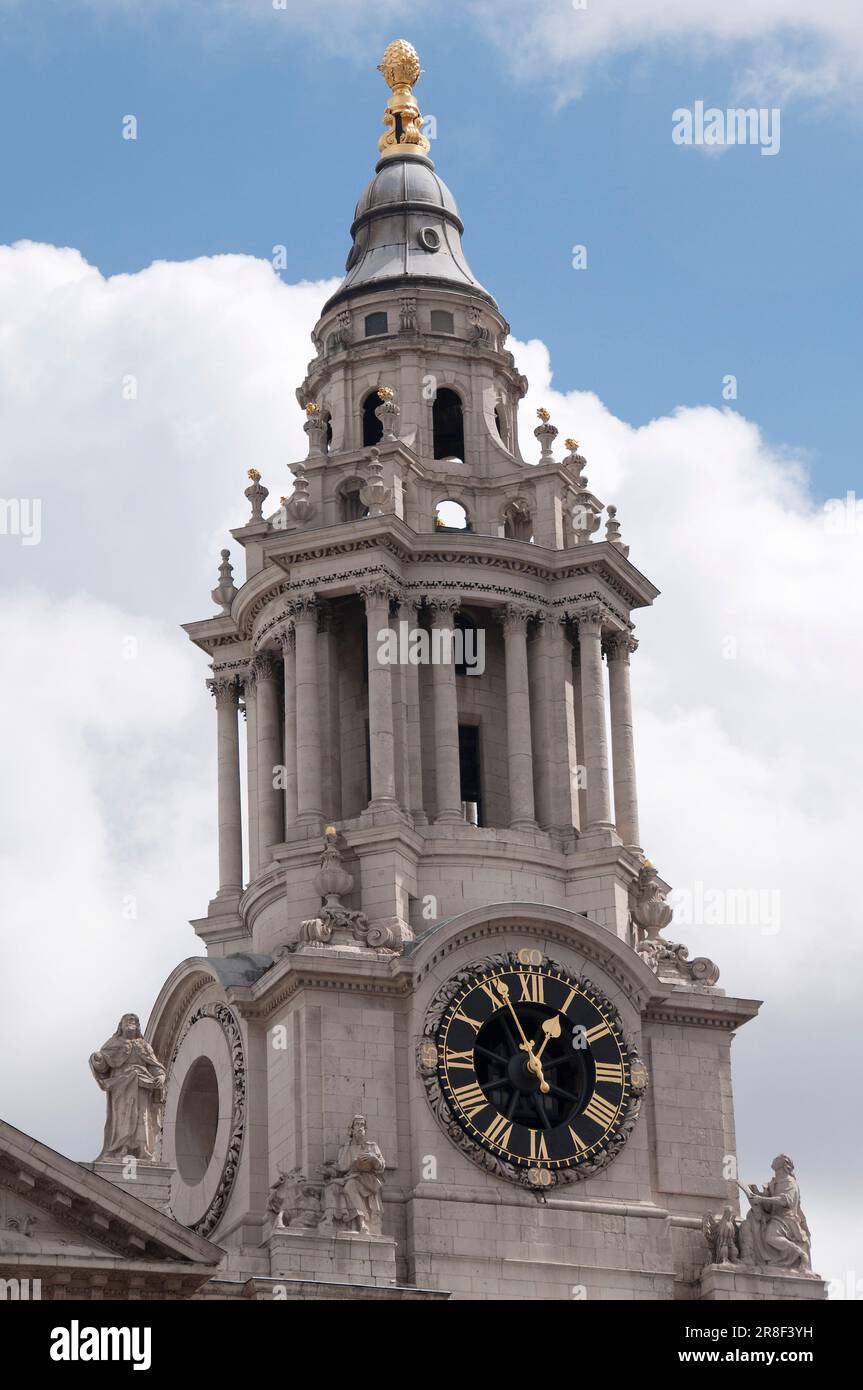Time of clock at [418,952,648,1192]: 12:56
